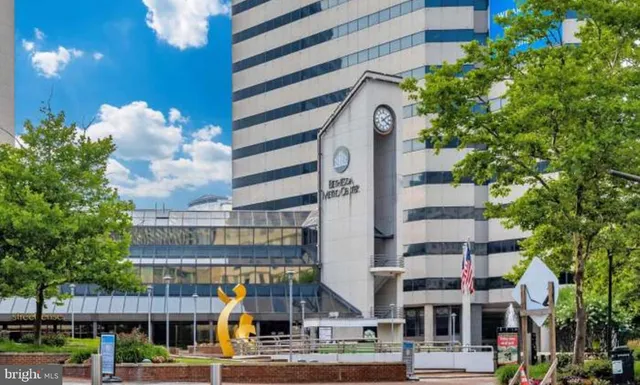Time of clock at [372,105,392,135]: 4:08
